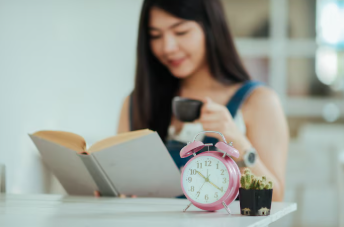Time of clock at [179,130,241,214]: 10:20
